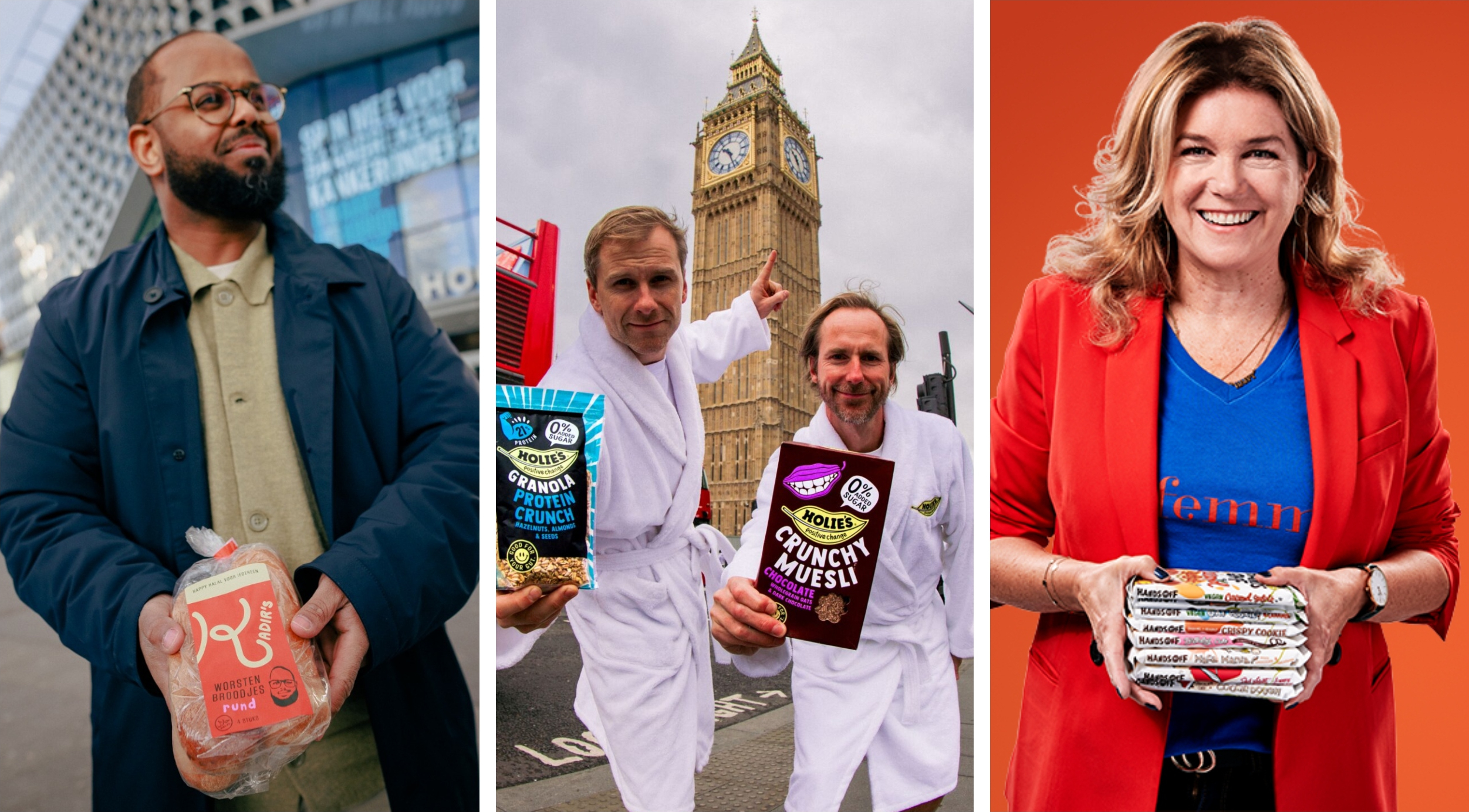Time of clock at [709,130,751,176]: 10:26
